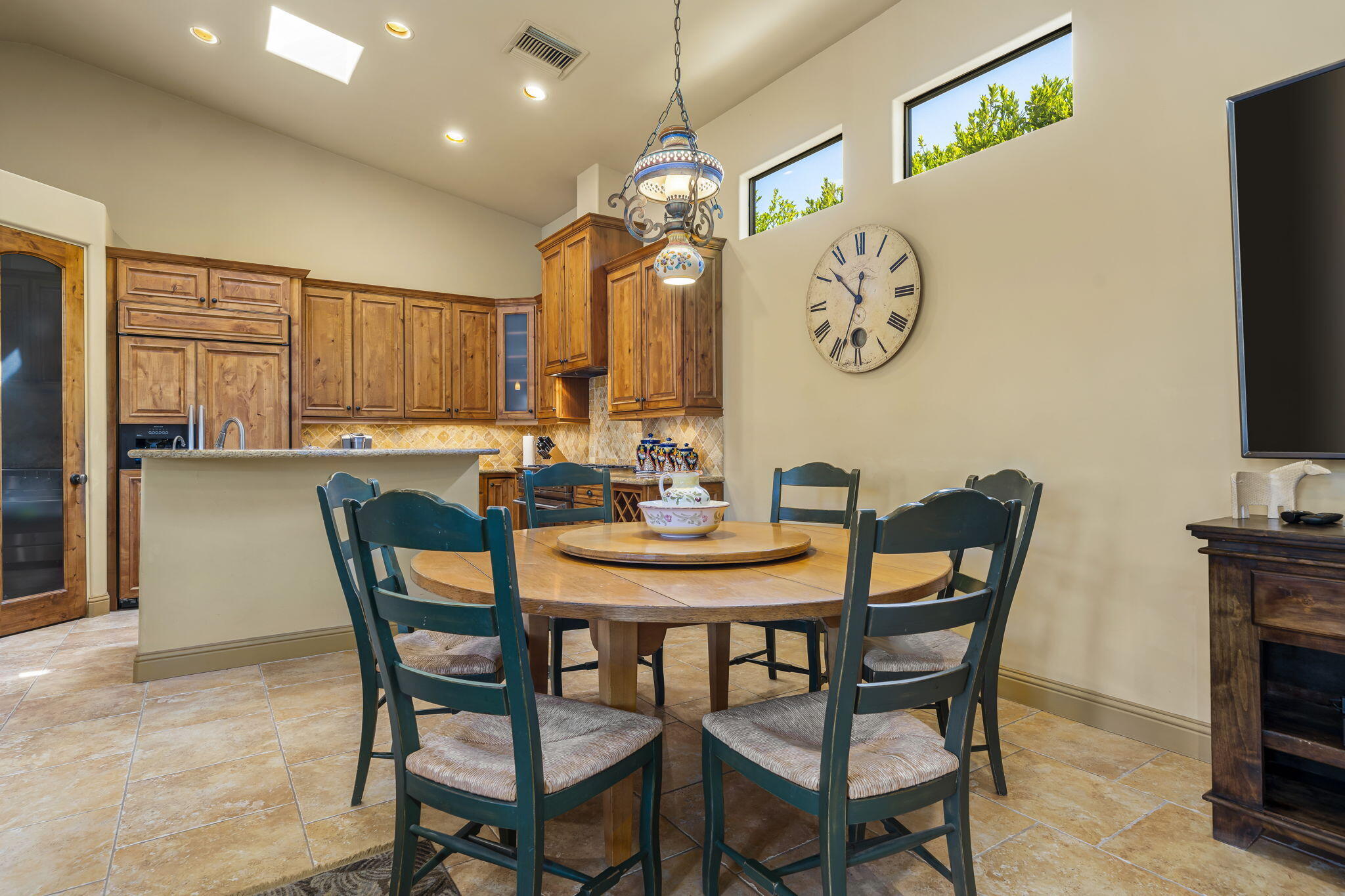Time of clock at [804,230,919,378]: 10:33
